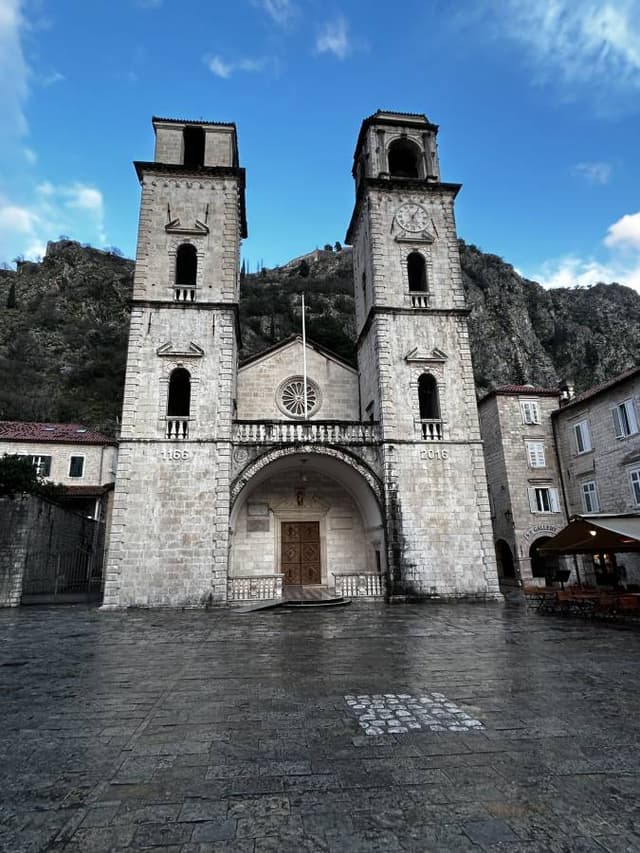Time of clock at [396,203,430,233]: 6:06
